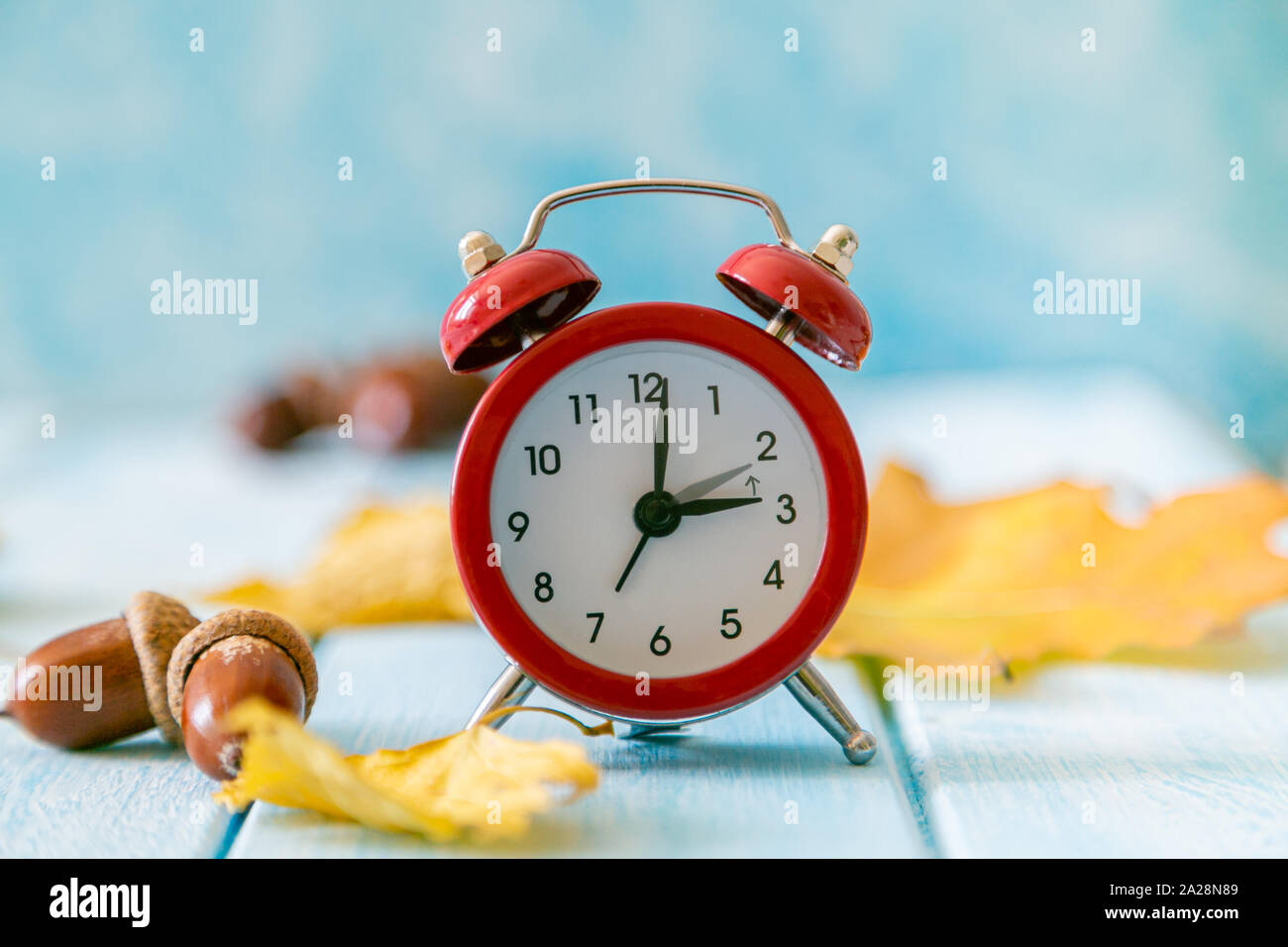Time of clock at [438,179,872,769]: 3:01
